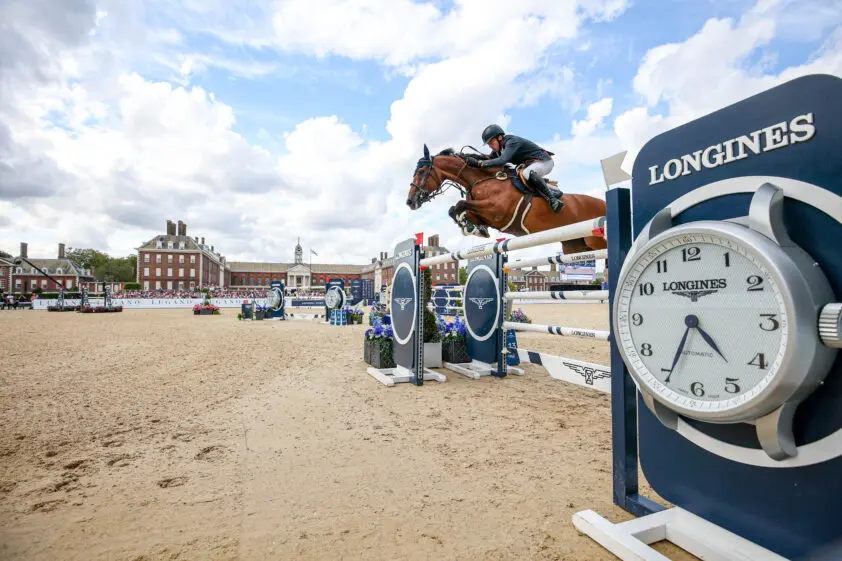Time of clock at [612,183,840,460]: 4:34
